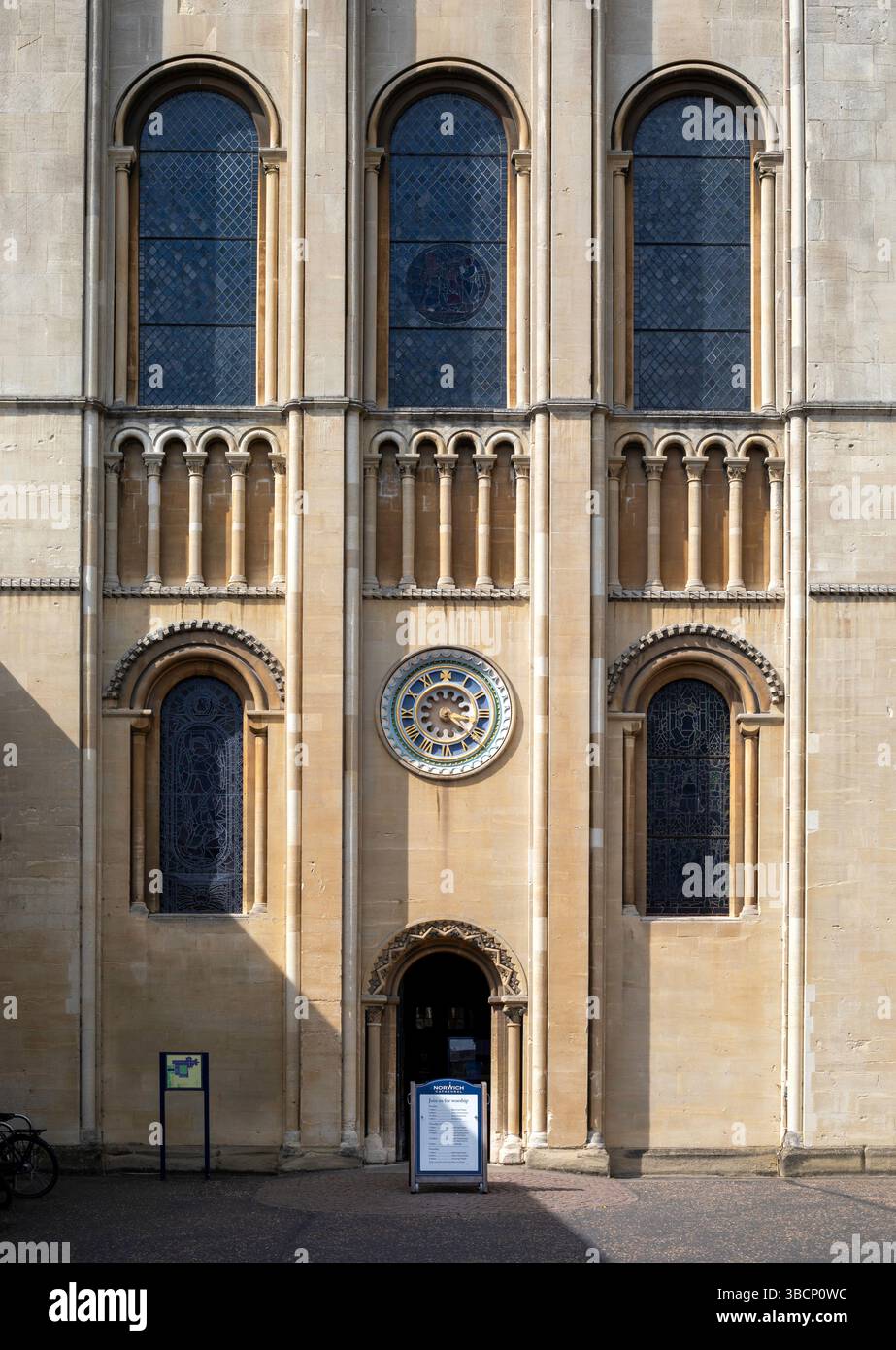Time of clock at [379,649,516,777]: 3:21
